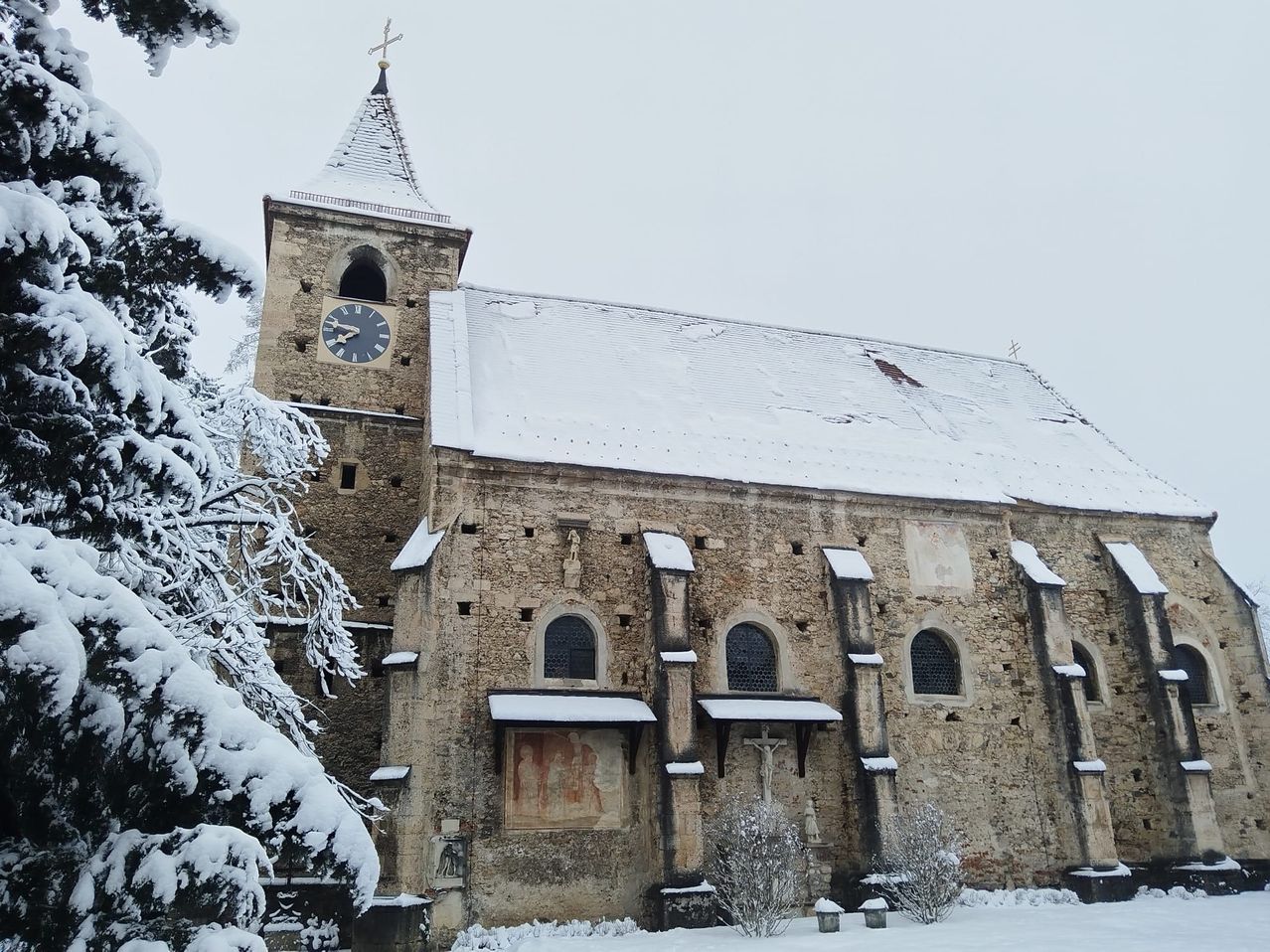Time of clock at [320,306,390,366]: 7:47
